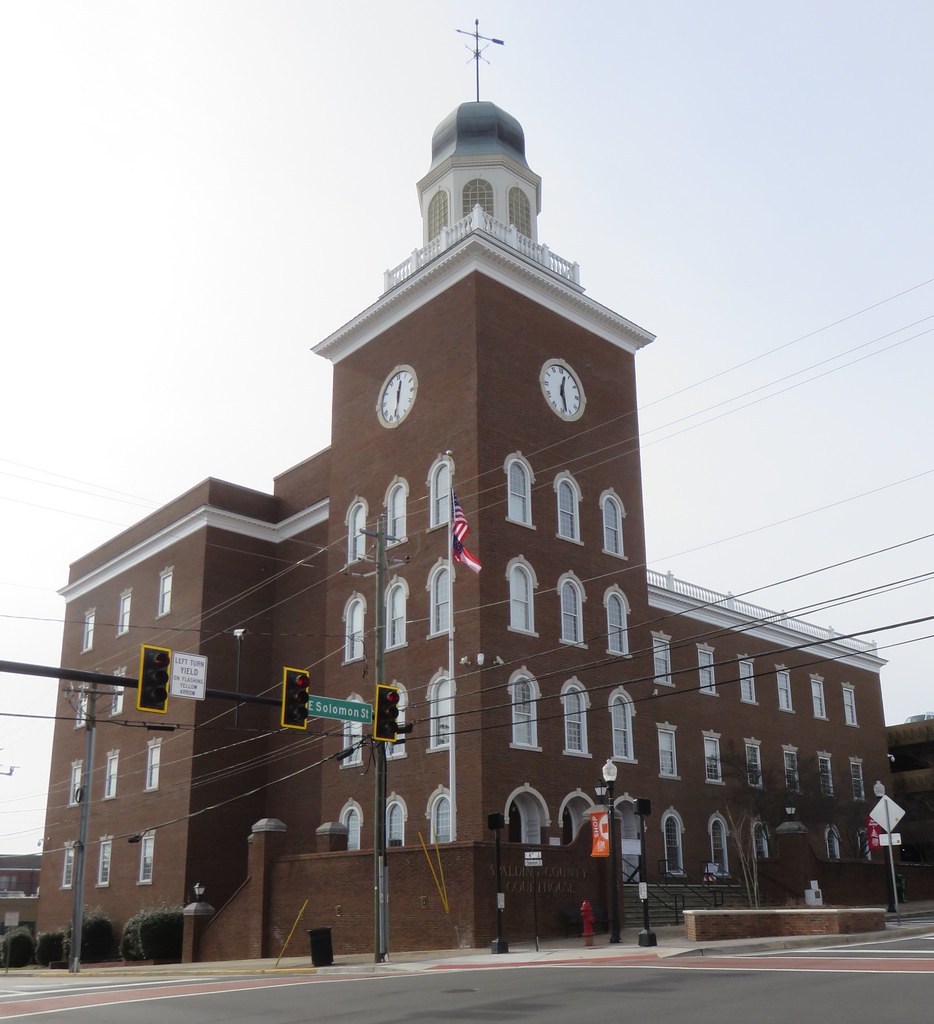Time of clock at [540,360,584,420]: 12:27
